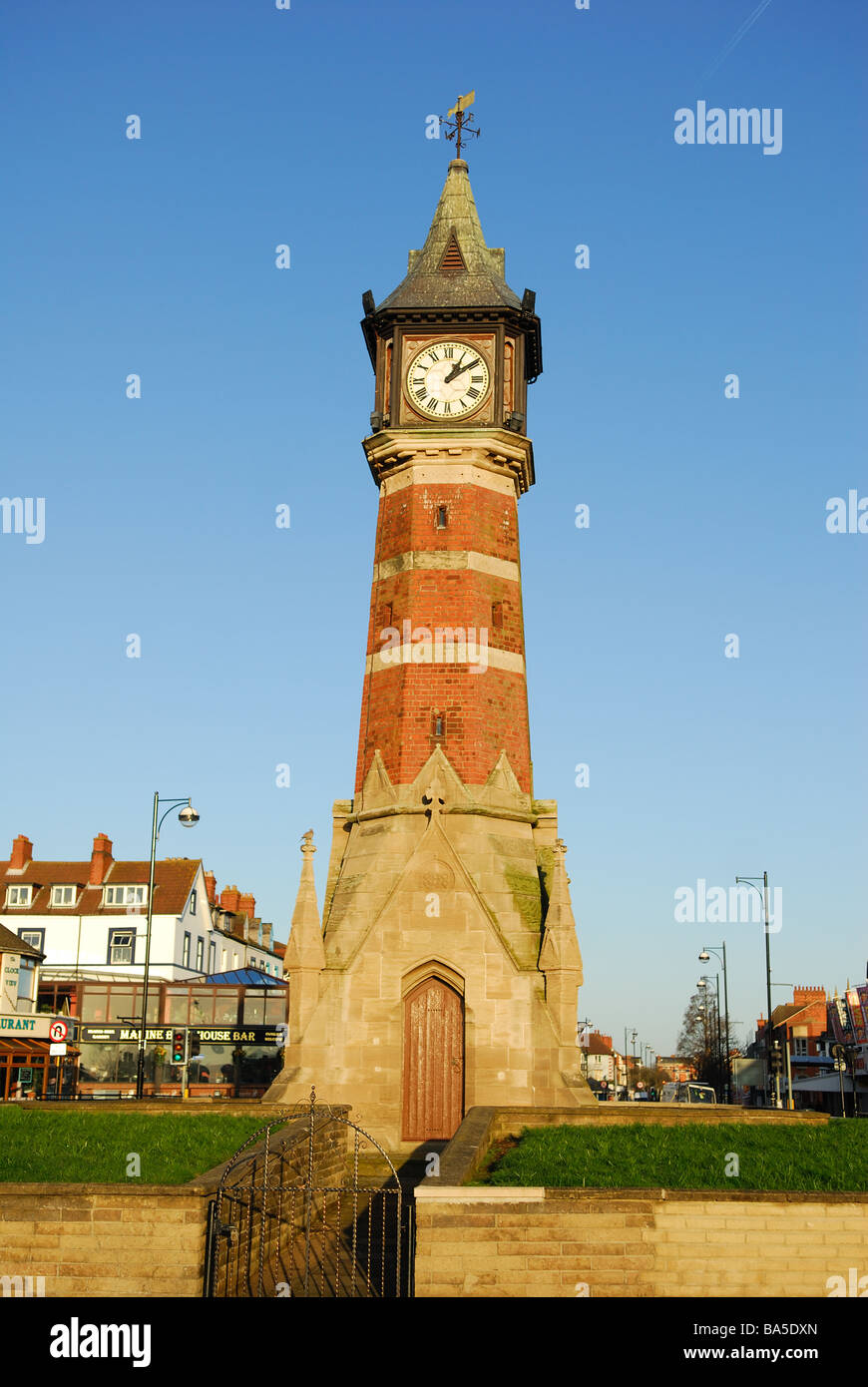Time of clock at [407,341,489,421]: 1:09
